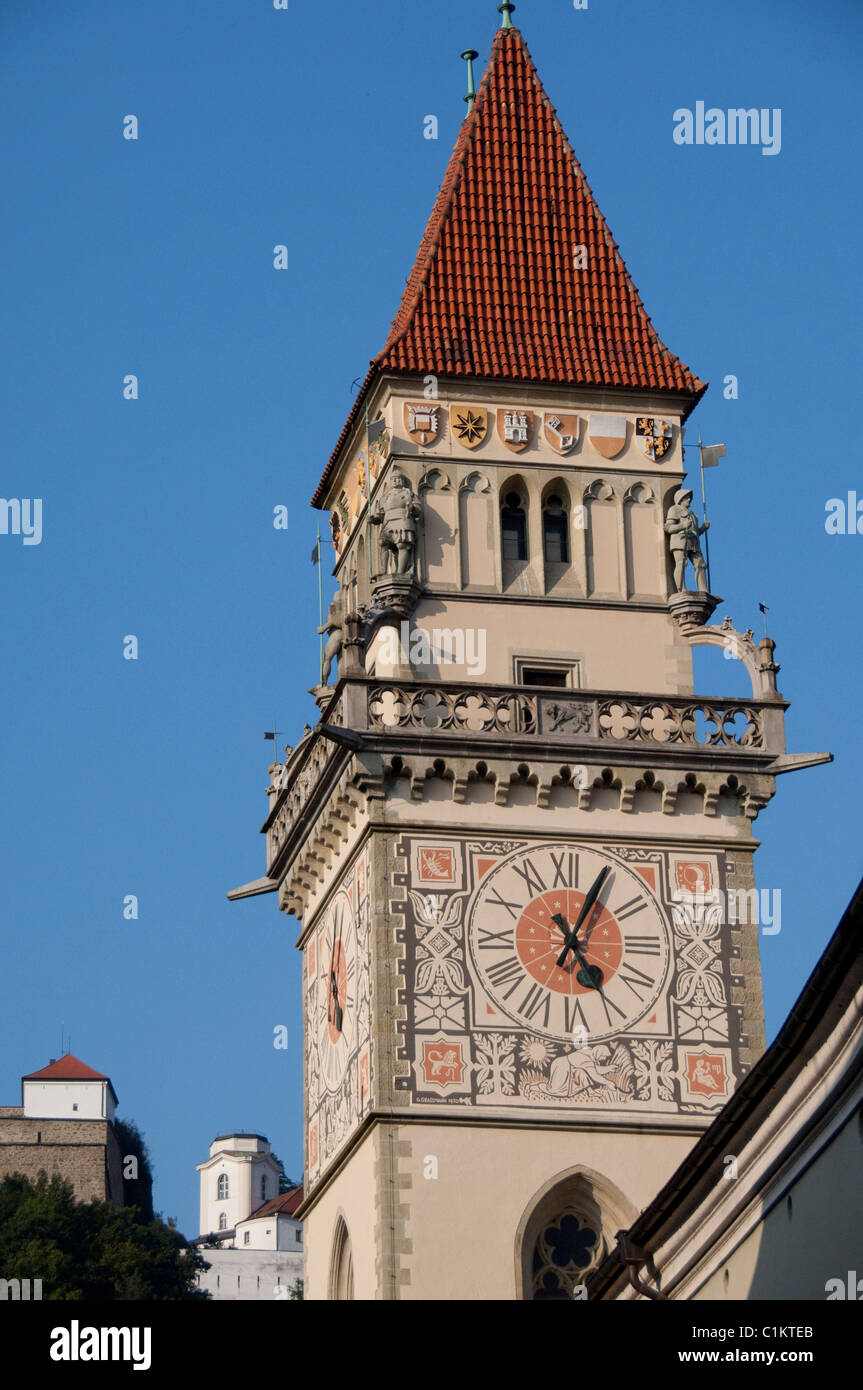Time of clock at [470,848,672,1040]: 5:04
